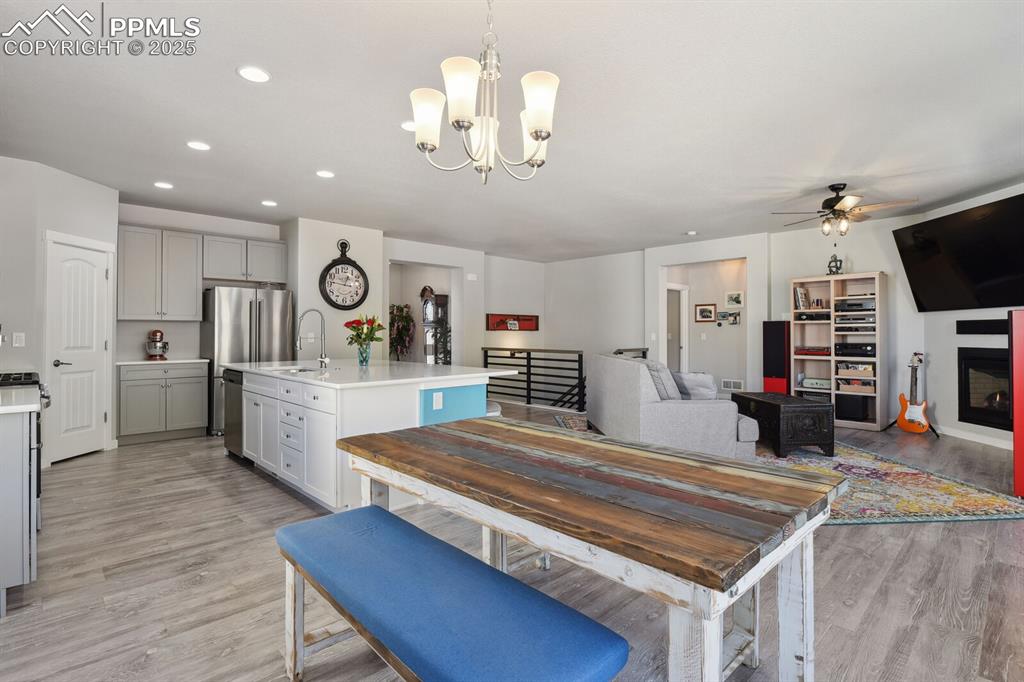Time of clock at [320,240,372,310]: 12:46
